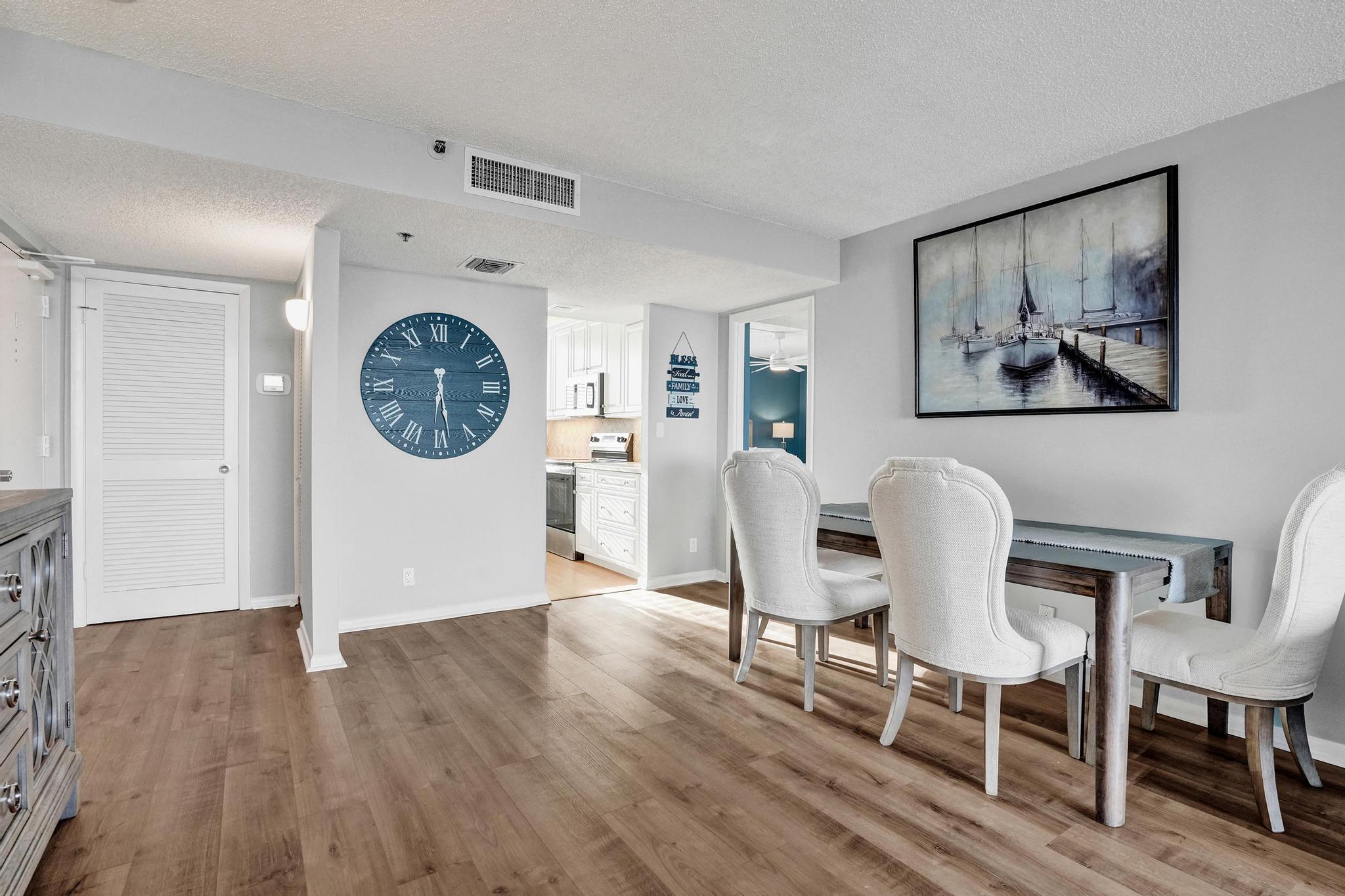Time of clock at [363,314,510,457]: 6:28
